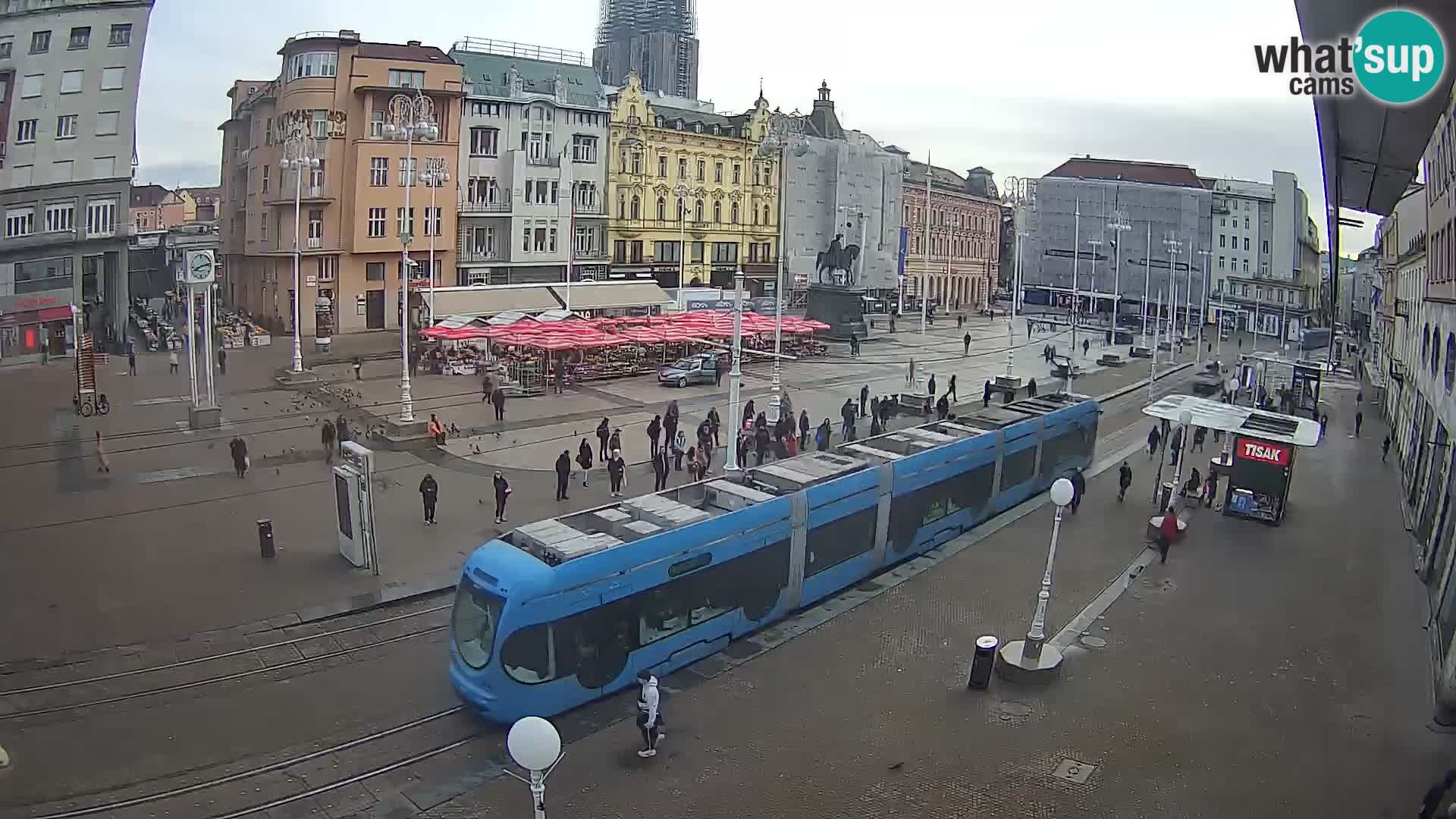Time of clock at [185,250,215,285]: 8:12
